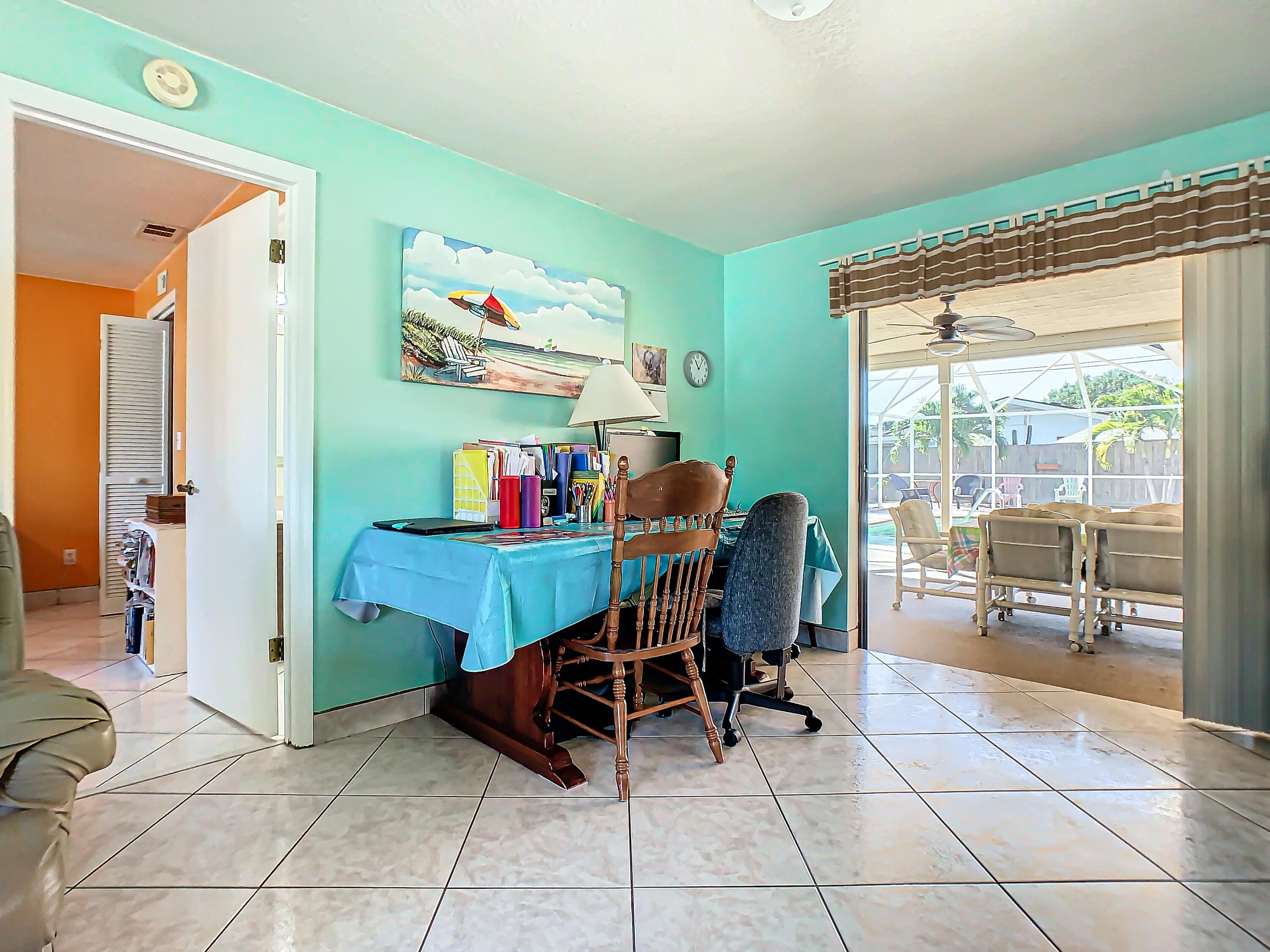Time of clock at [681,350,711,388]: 11:06
